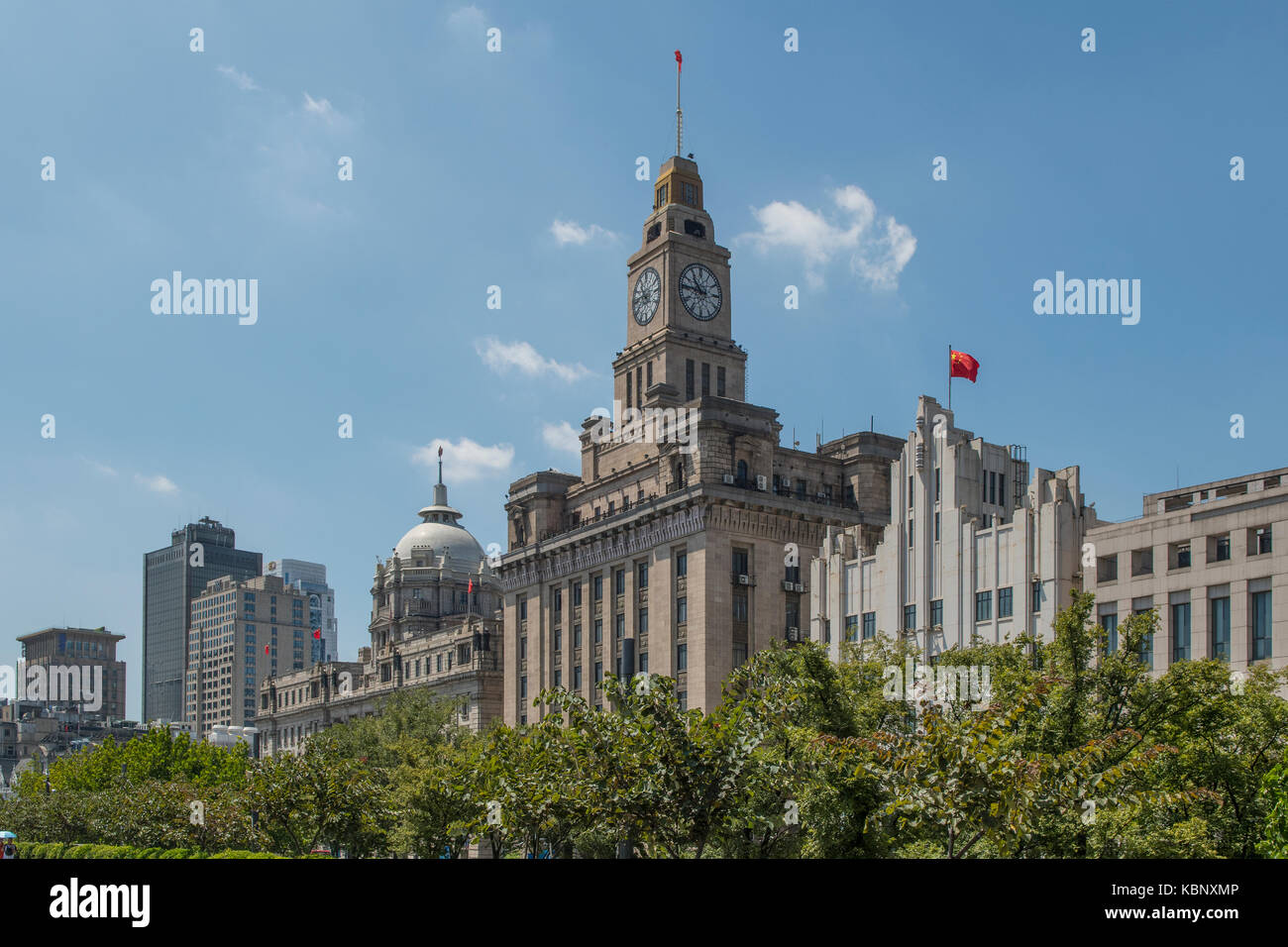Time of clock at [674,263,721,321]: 10:45
